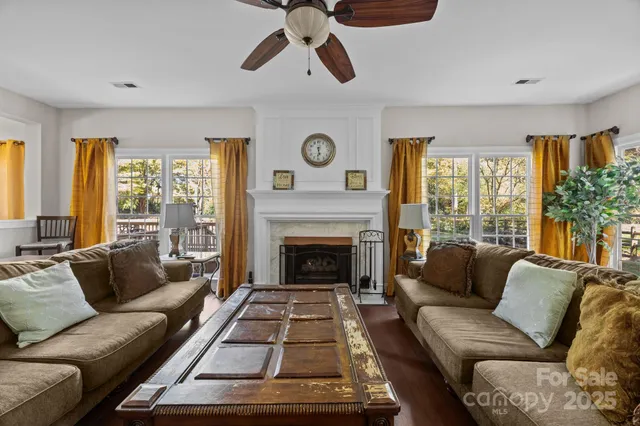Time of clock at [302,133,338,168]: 5:31
